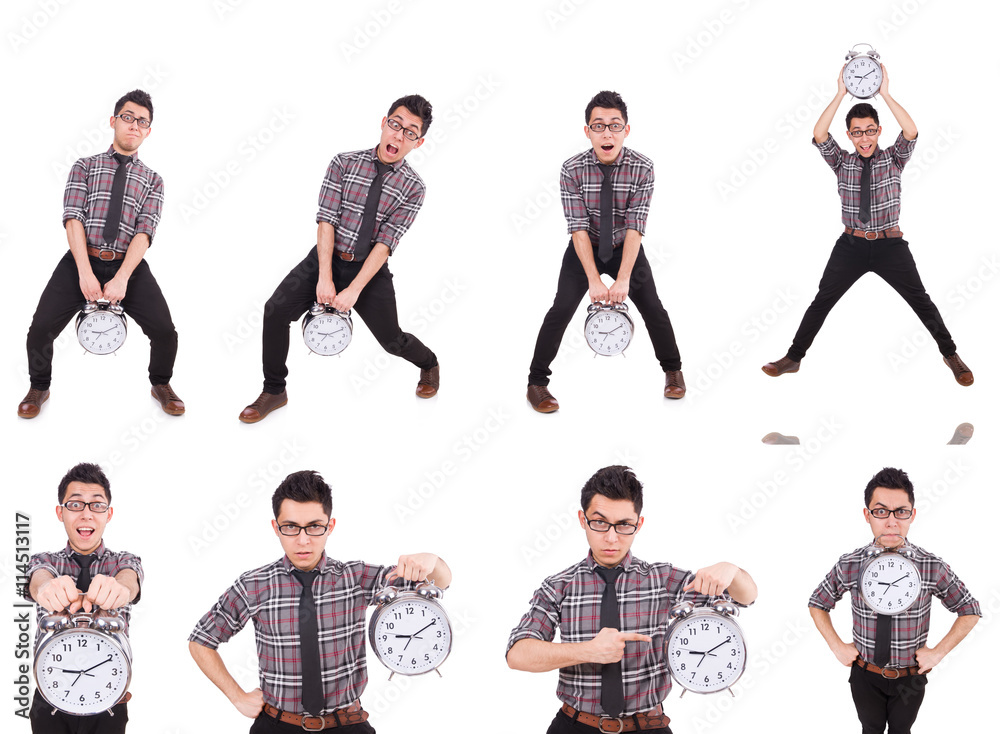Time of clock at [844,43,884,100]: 9:10
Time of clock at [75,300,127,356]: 9:10
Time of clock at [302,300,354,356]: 9:10
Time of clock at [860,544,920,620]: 9:10
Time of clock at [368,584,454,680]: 9:10
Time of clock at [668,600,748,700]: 9:10
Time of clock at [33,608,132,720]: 9:10
